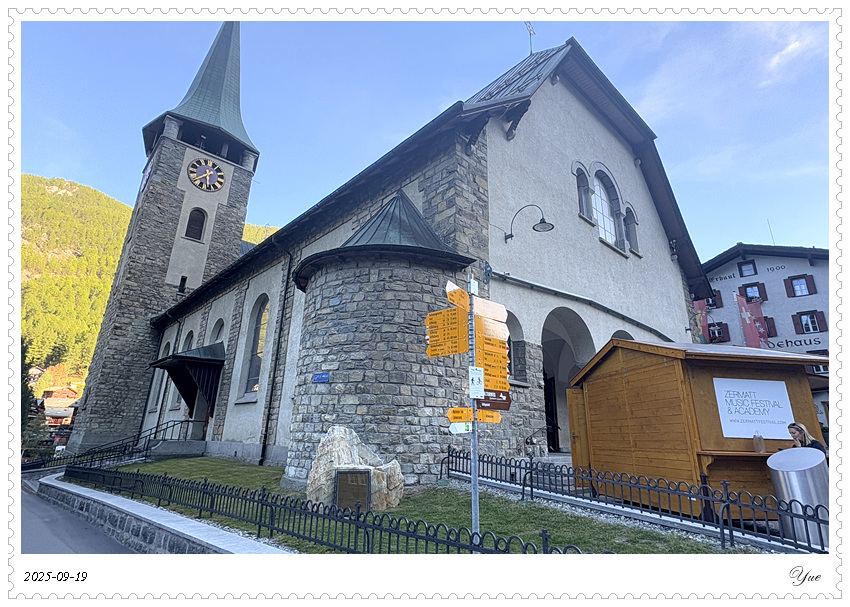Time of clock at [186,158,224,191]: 7:30
